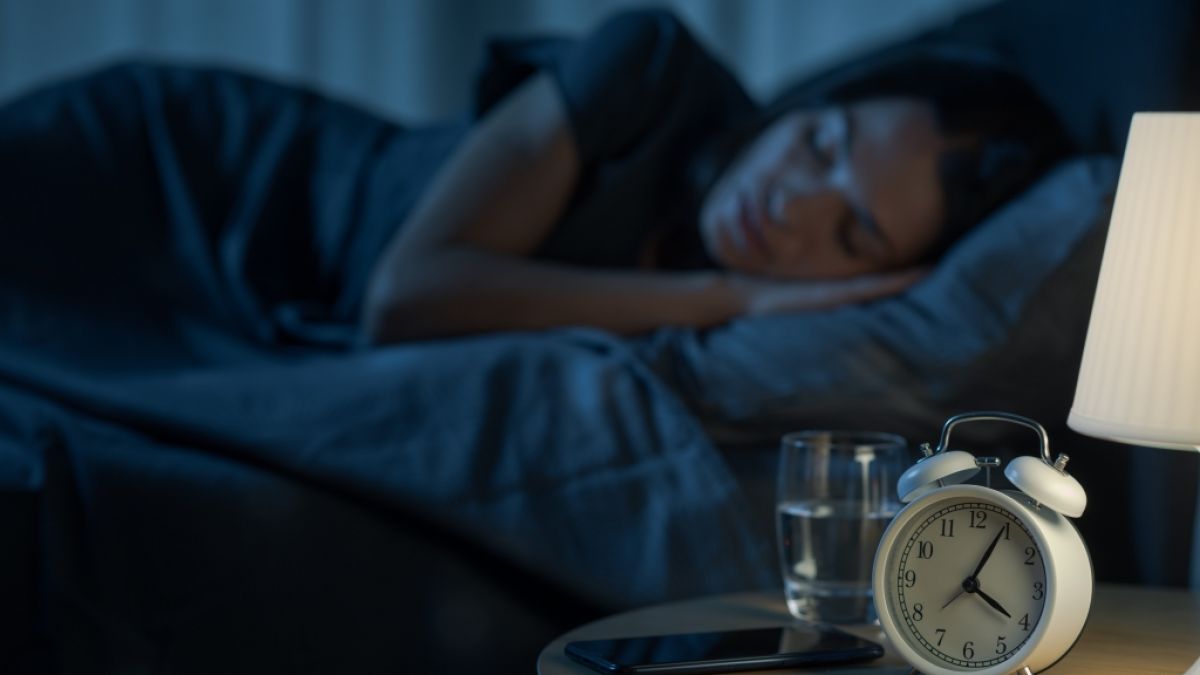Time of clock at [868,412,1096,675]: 4:04
